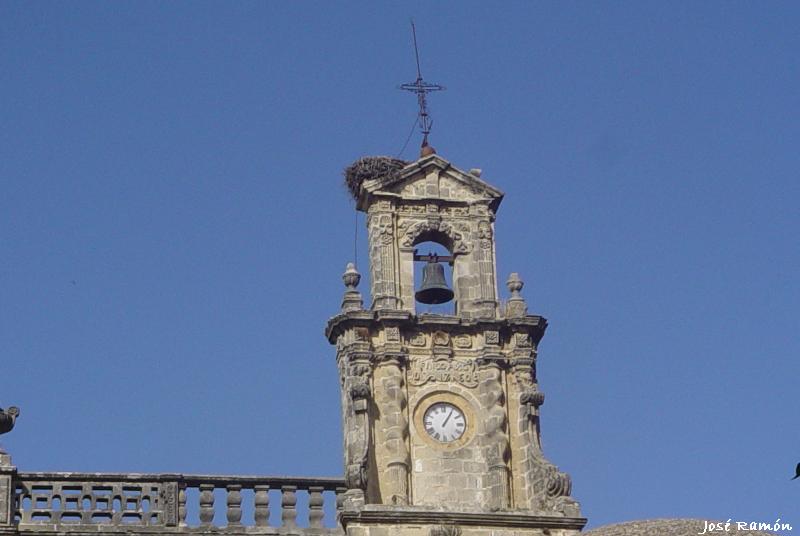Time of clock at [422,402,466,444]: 1:05
